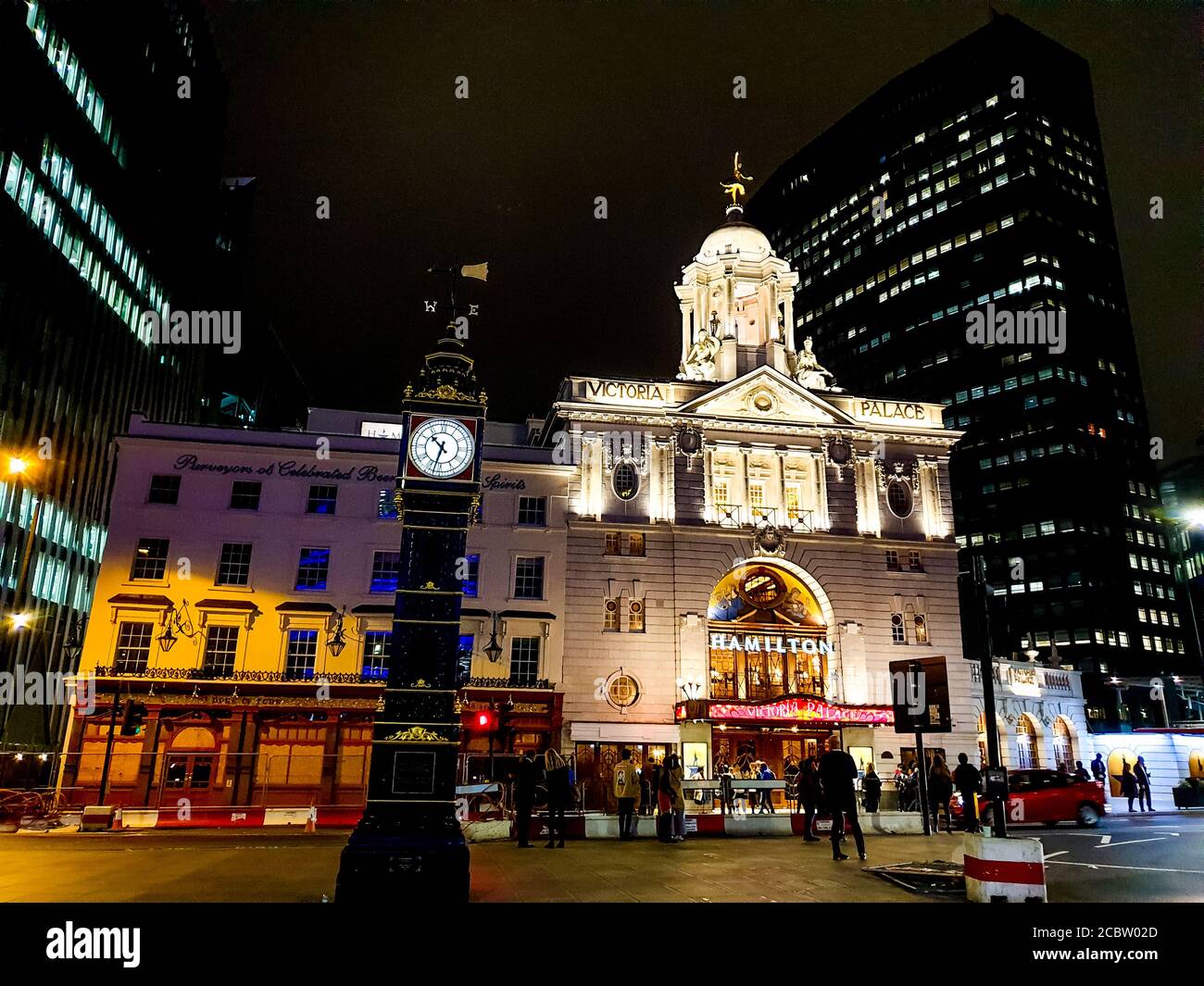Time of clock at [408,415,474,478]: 10:32
